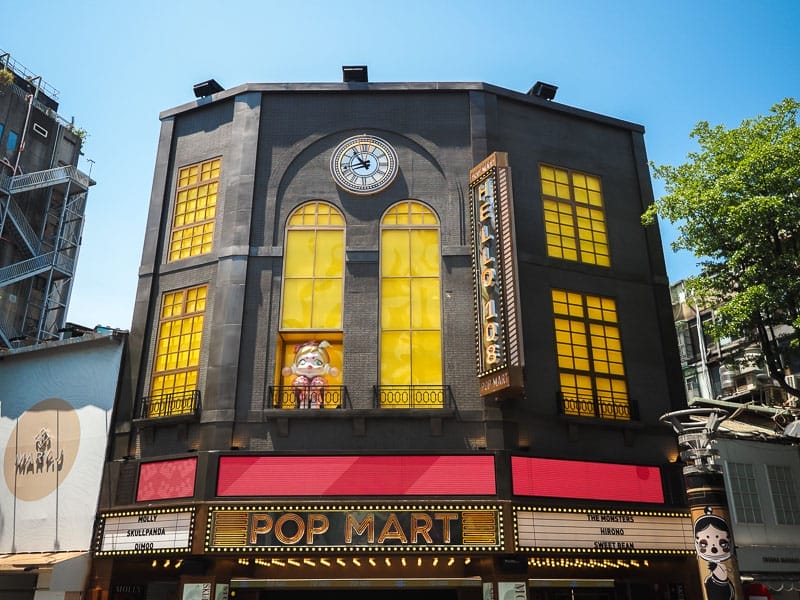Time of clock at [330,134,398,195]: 10:42
